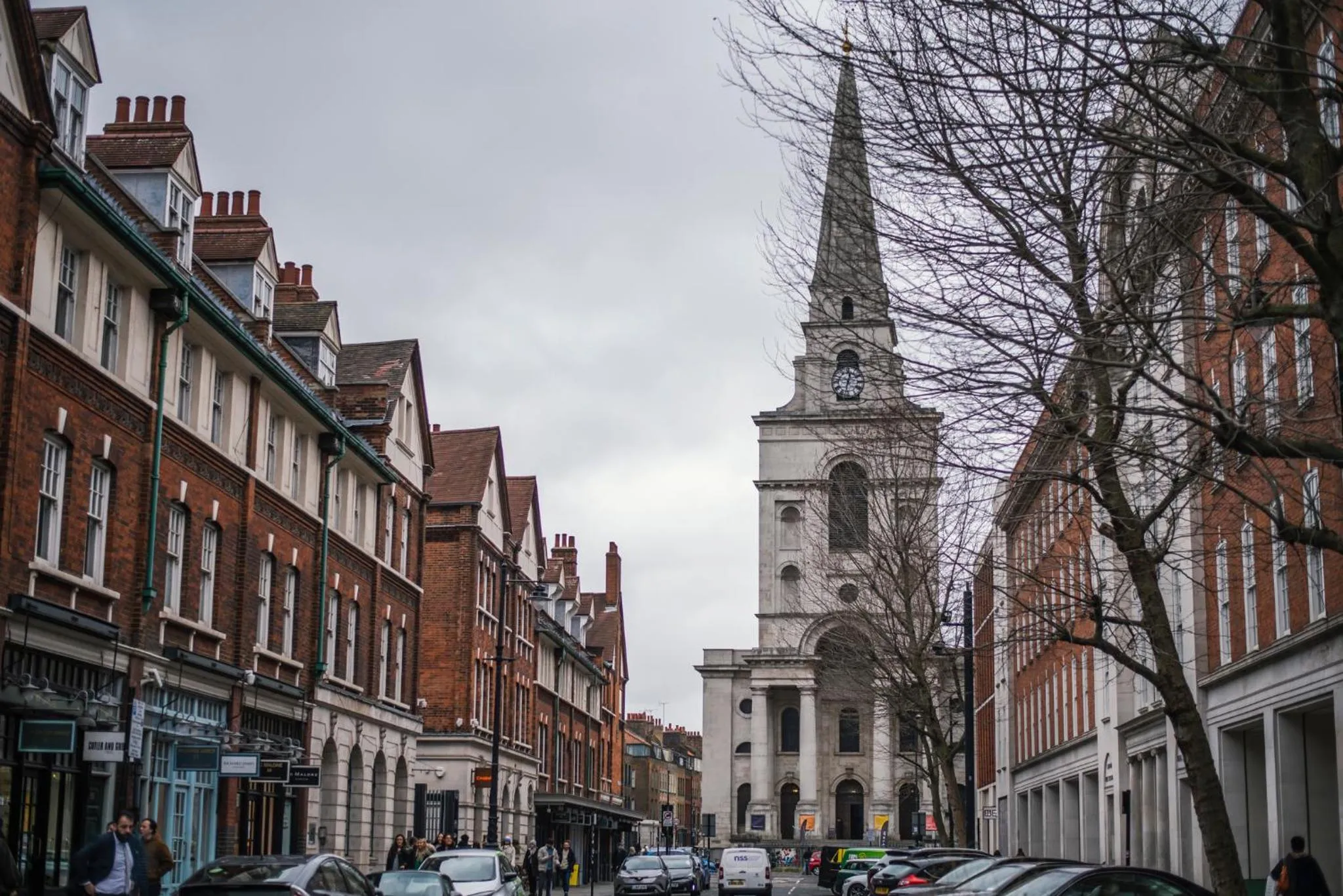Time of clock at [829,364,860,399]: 12:32
